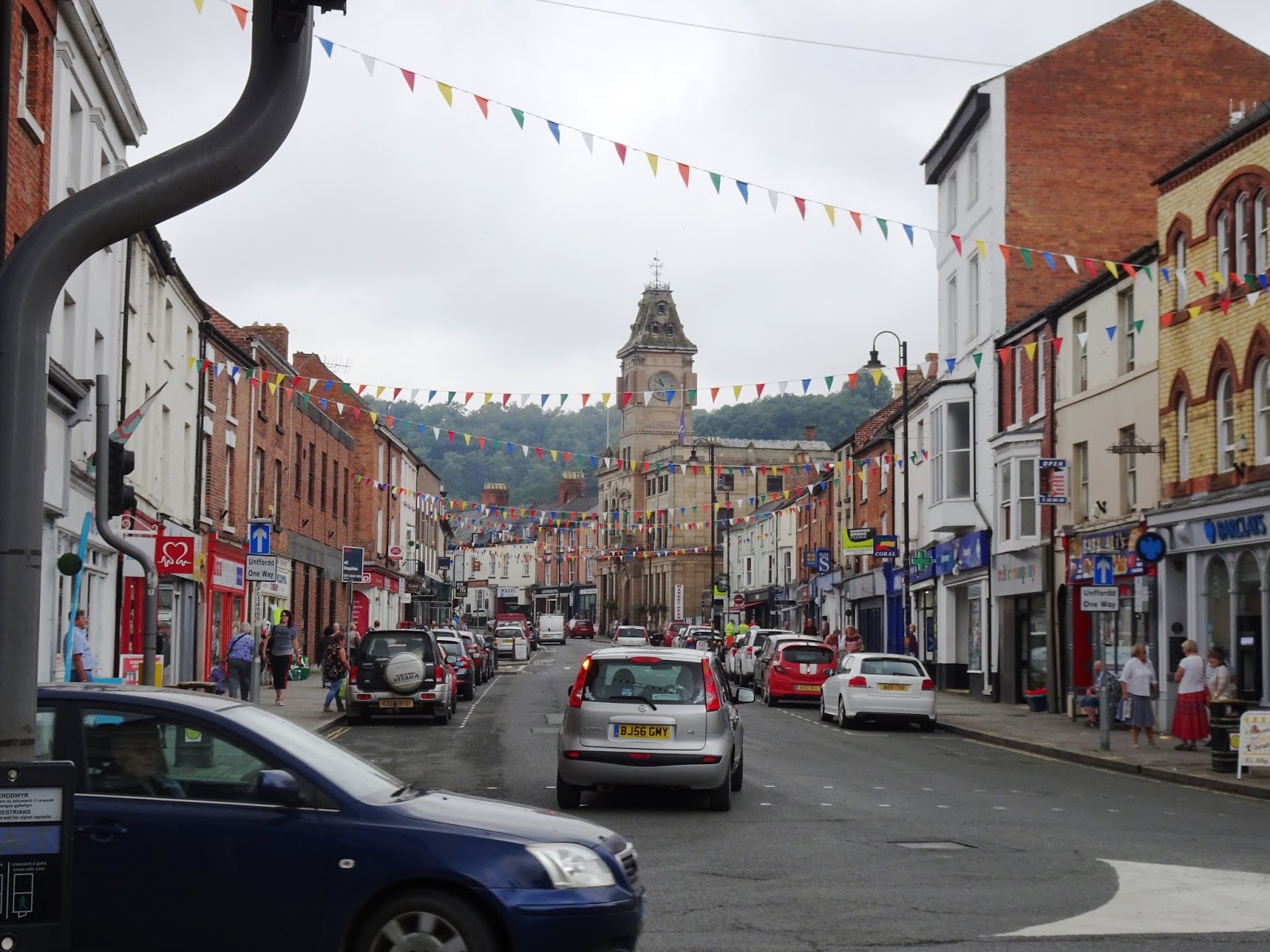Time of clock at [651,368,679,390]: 10:50
